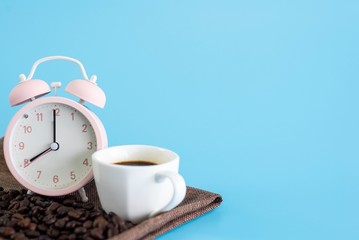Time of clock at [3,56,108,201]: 8:00
